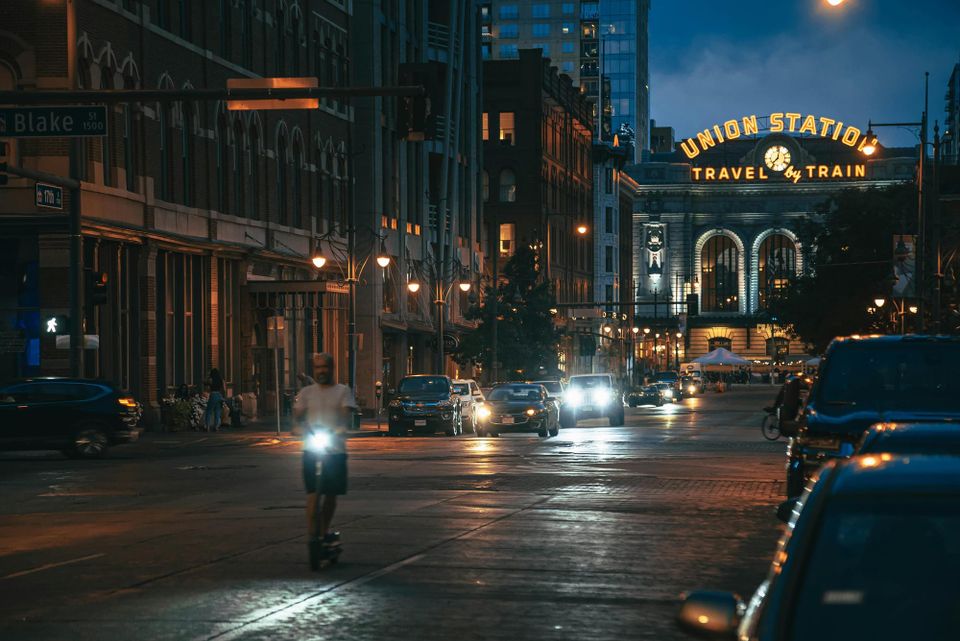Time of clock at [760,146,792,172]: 7:01
